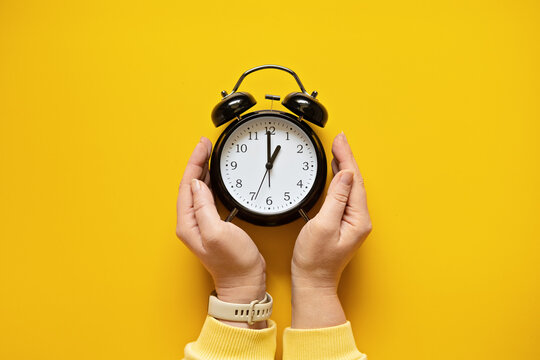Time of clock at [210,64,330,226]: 12:59
